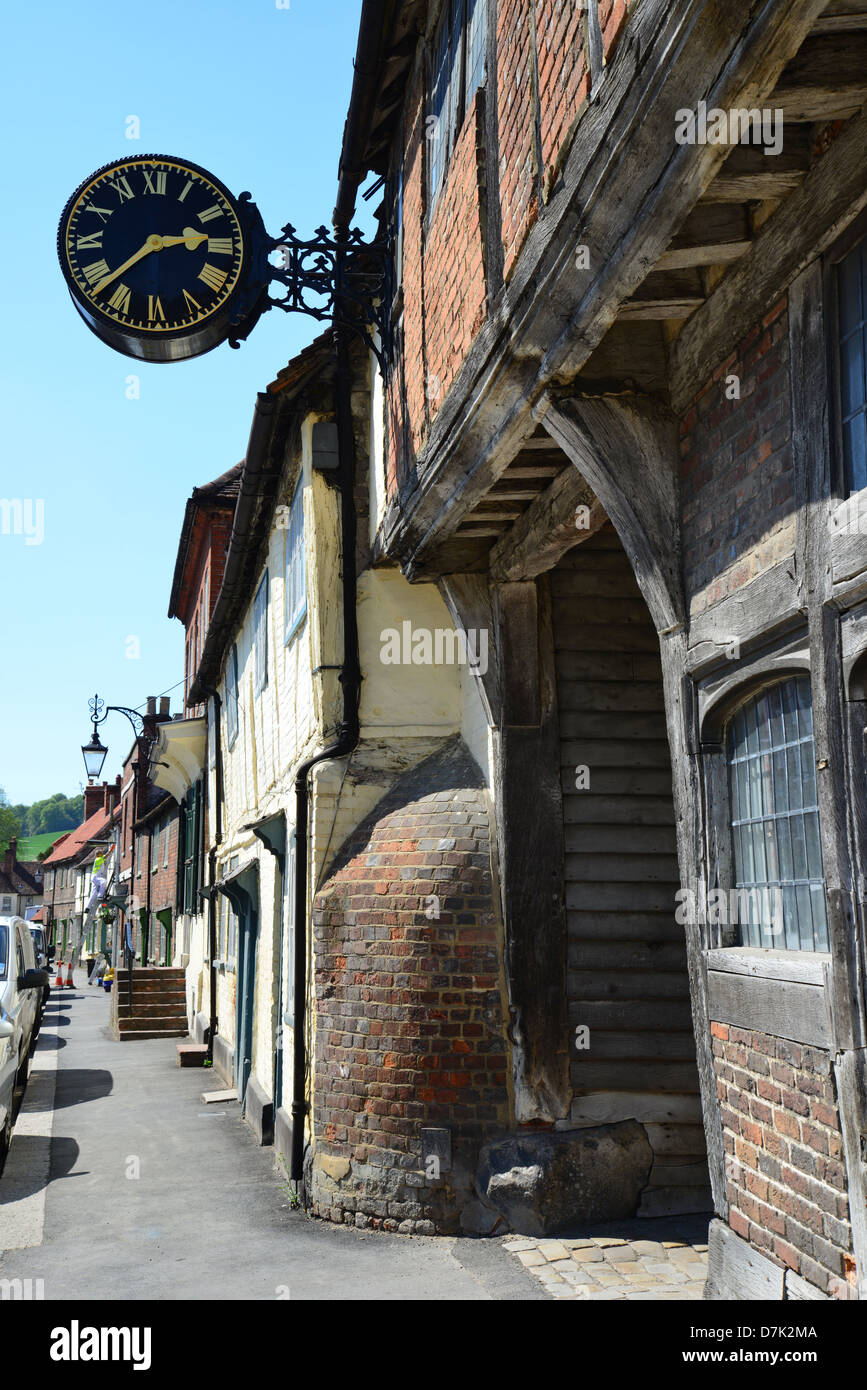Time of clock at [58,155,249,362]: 2:37
